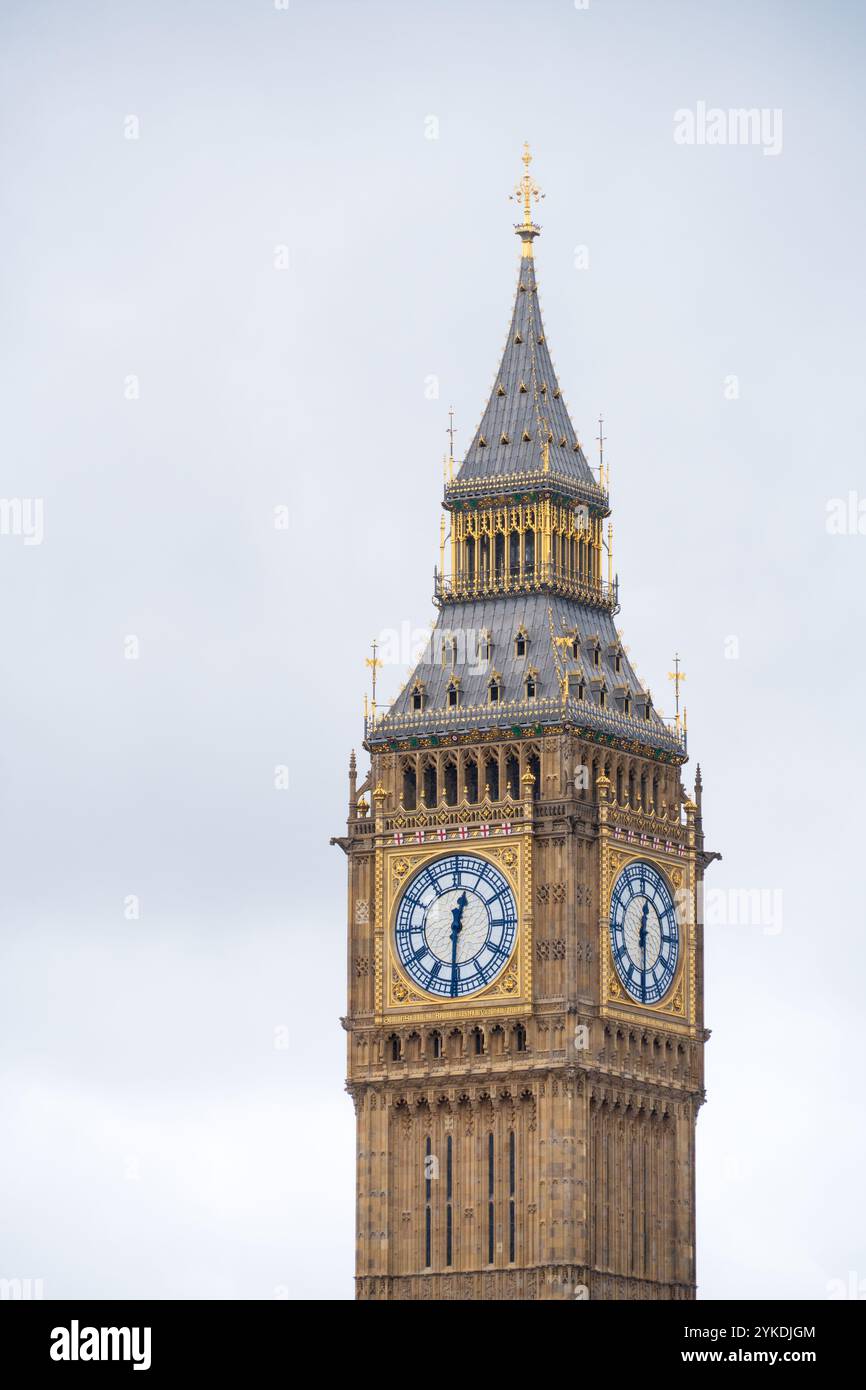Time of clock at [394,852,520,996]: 12:30
